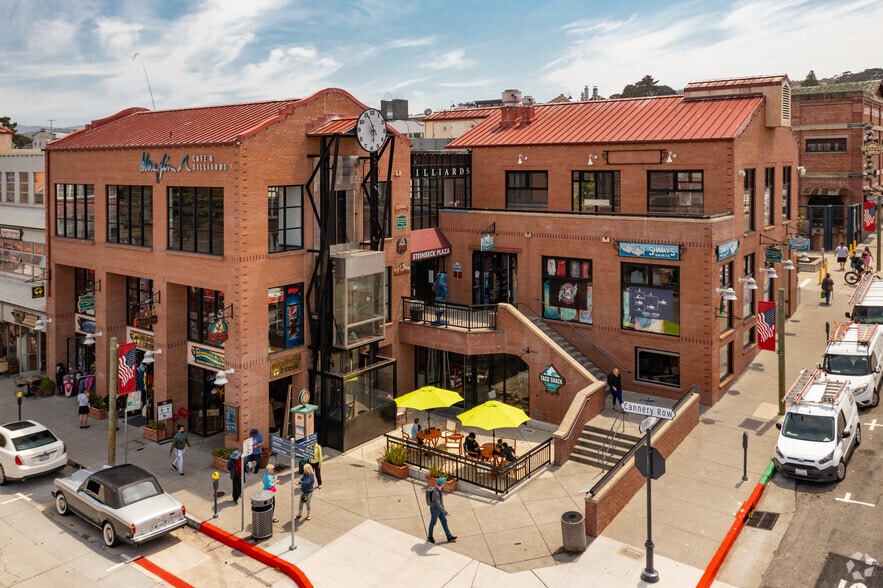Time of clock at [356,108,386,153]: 5:55
